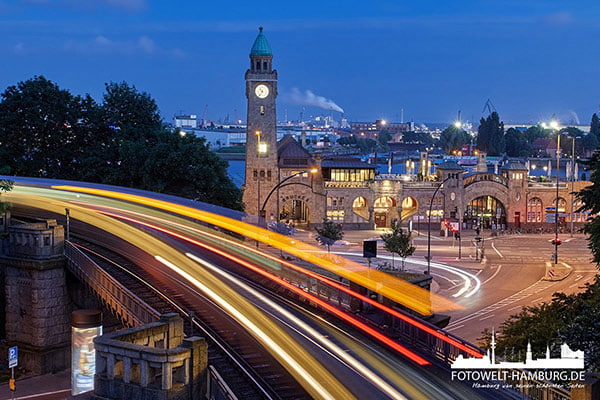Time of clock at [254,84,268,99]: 10:36
